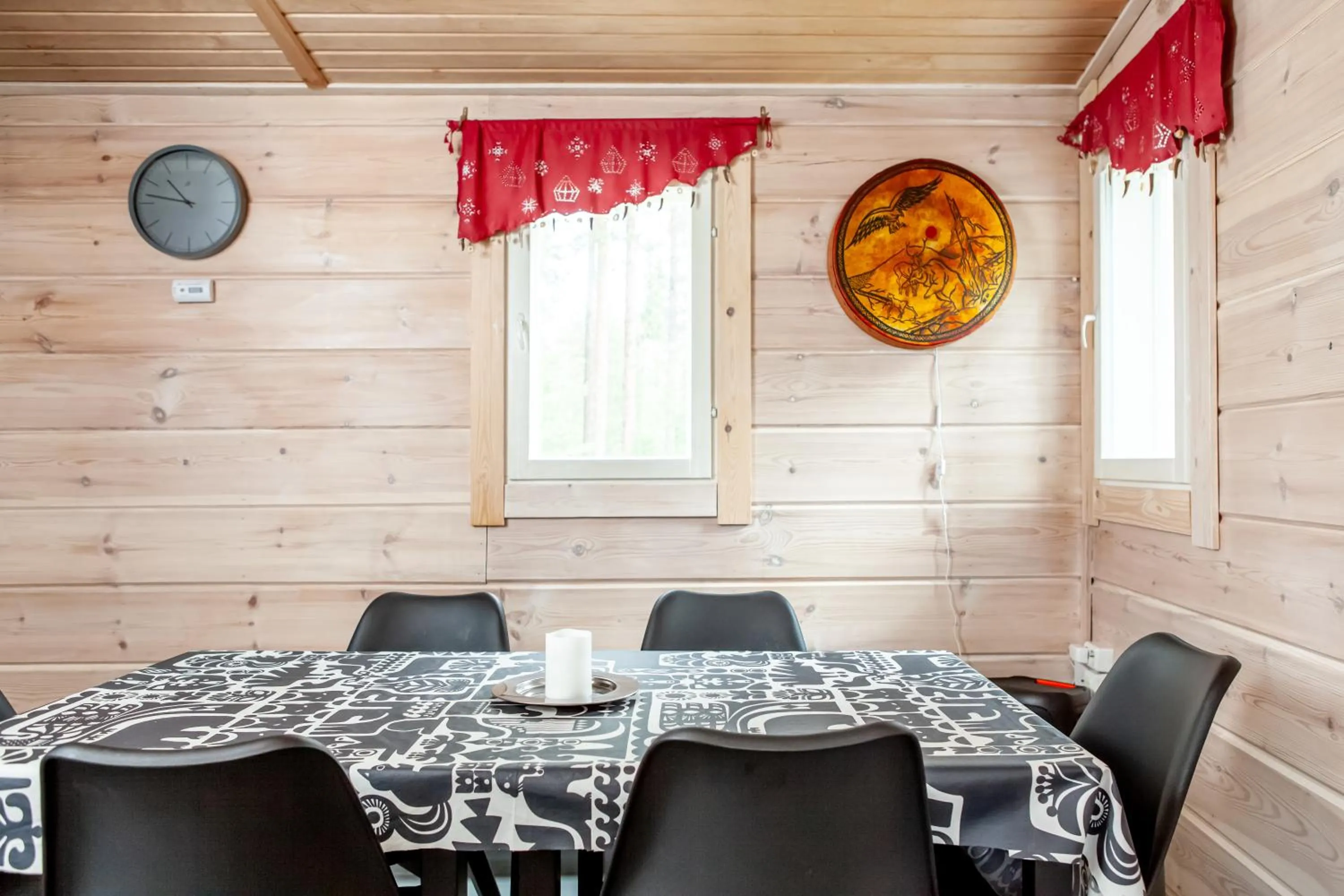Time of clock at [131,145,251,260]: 10:46
